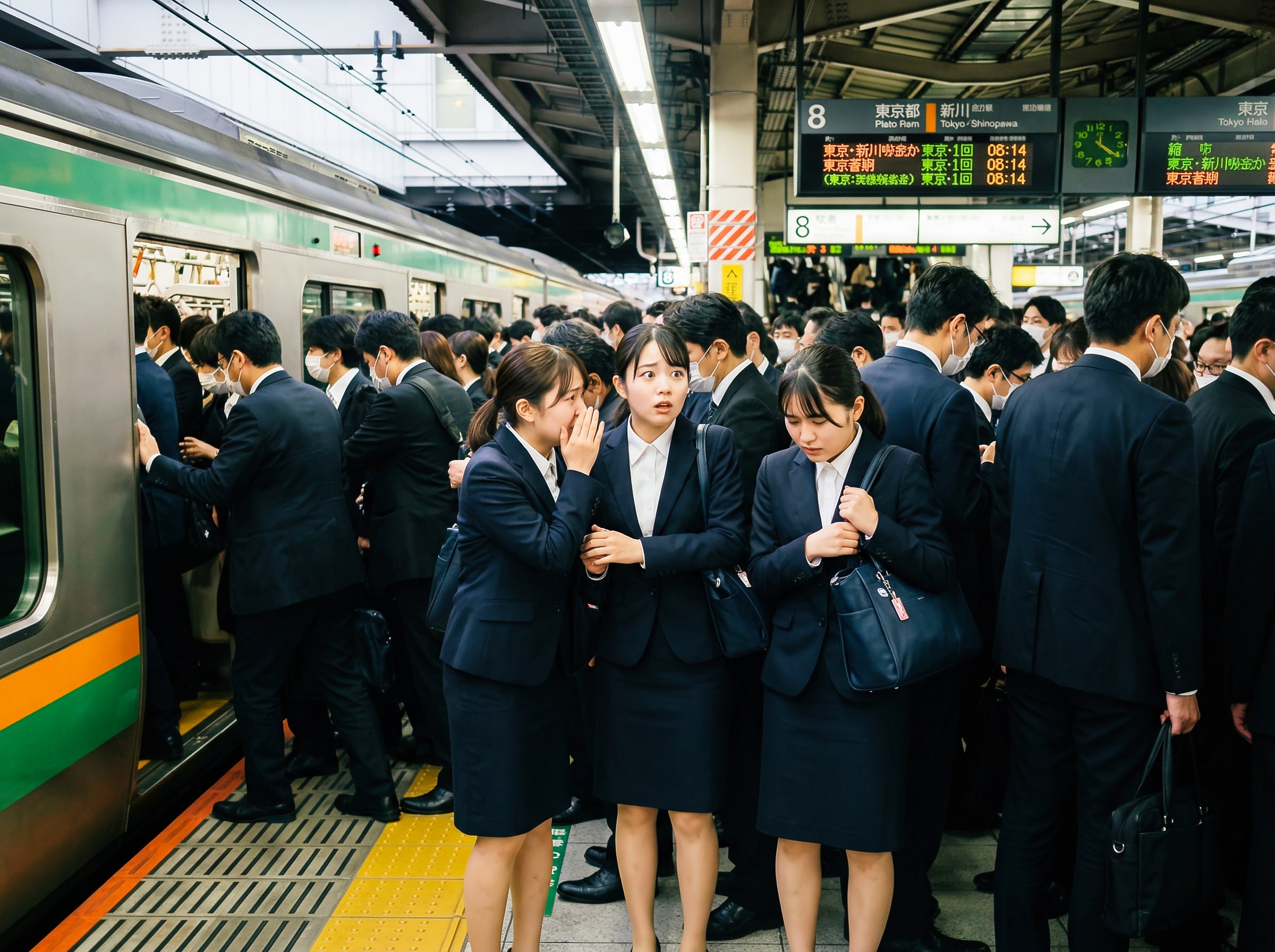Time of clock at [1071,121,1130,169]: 12:20
